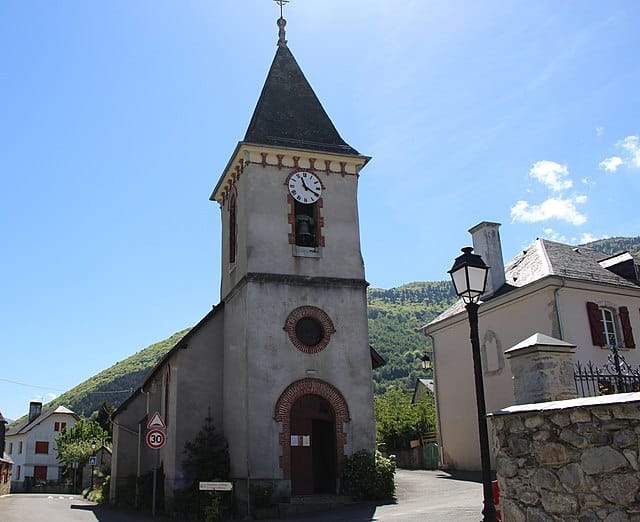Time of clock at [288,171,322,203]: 11:19
